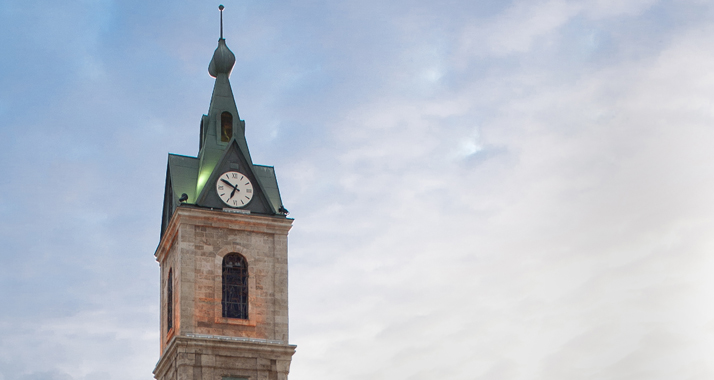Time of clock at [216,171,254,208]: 6:50
